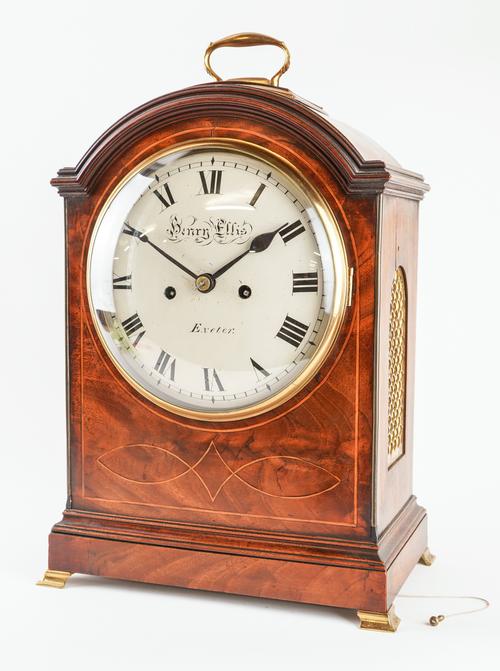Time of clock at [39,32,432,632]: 1:50
